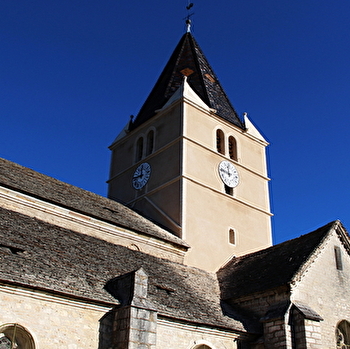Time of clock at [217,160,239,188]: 11:46
